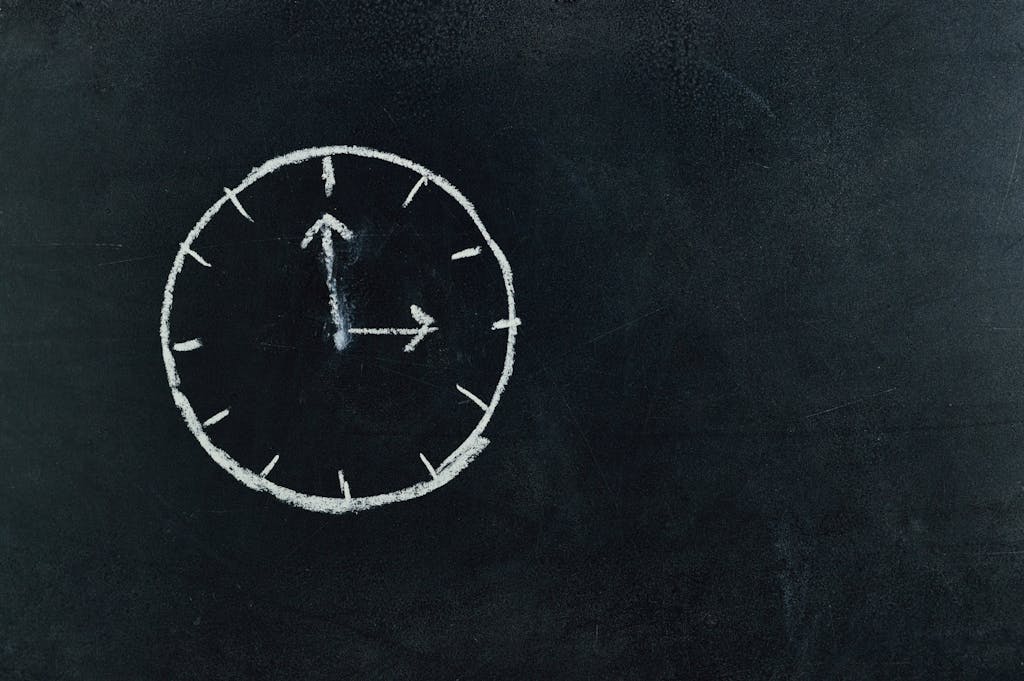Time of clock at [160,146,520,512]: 2:59
